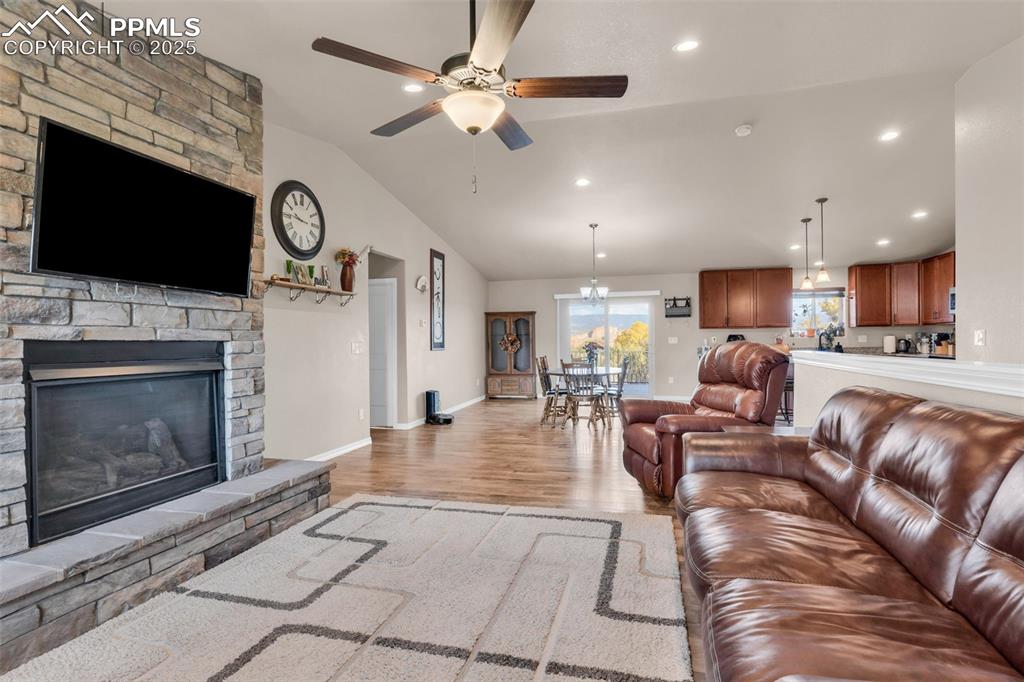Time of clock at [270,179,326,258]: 9:45
